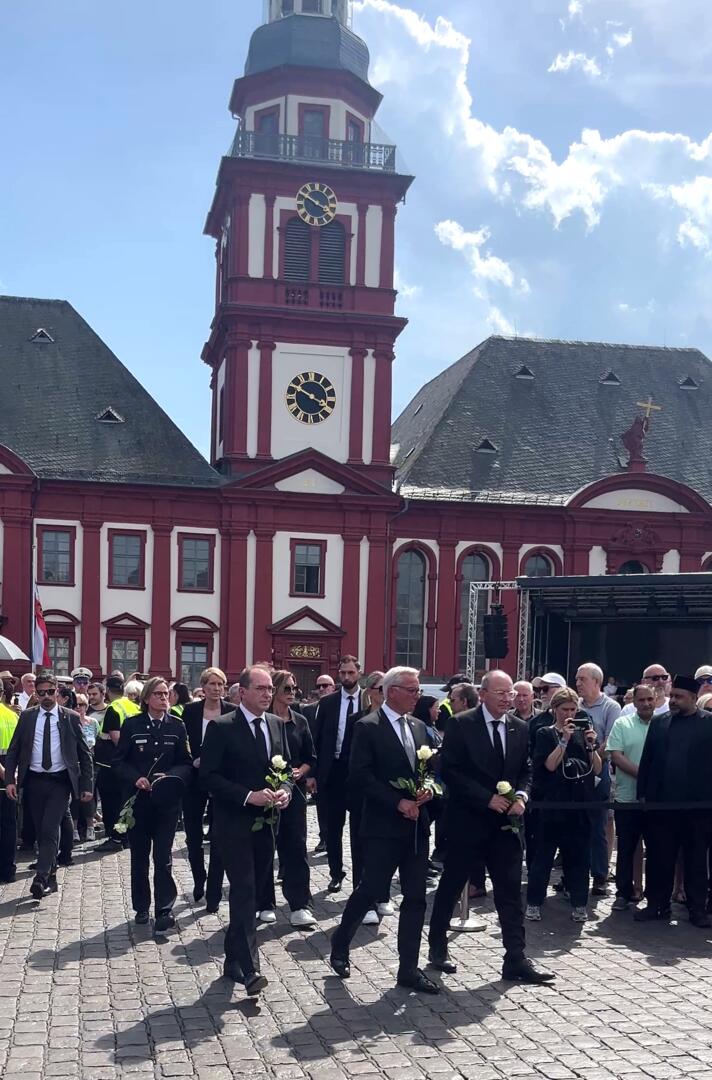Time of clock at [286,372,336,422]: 3:49
